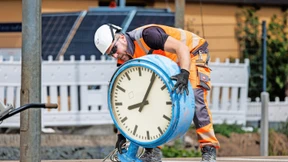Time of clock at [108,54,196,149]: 8:05
